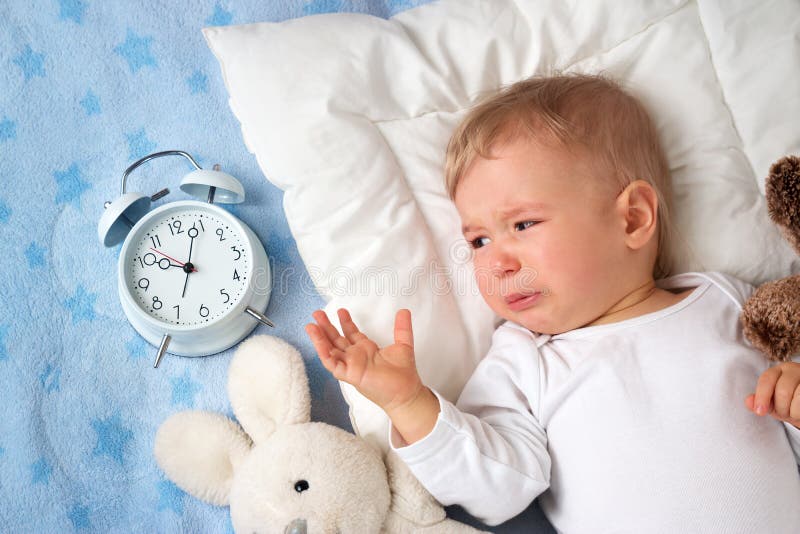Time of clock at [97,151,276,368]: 10:04
